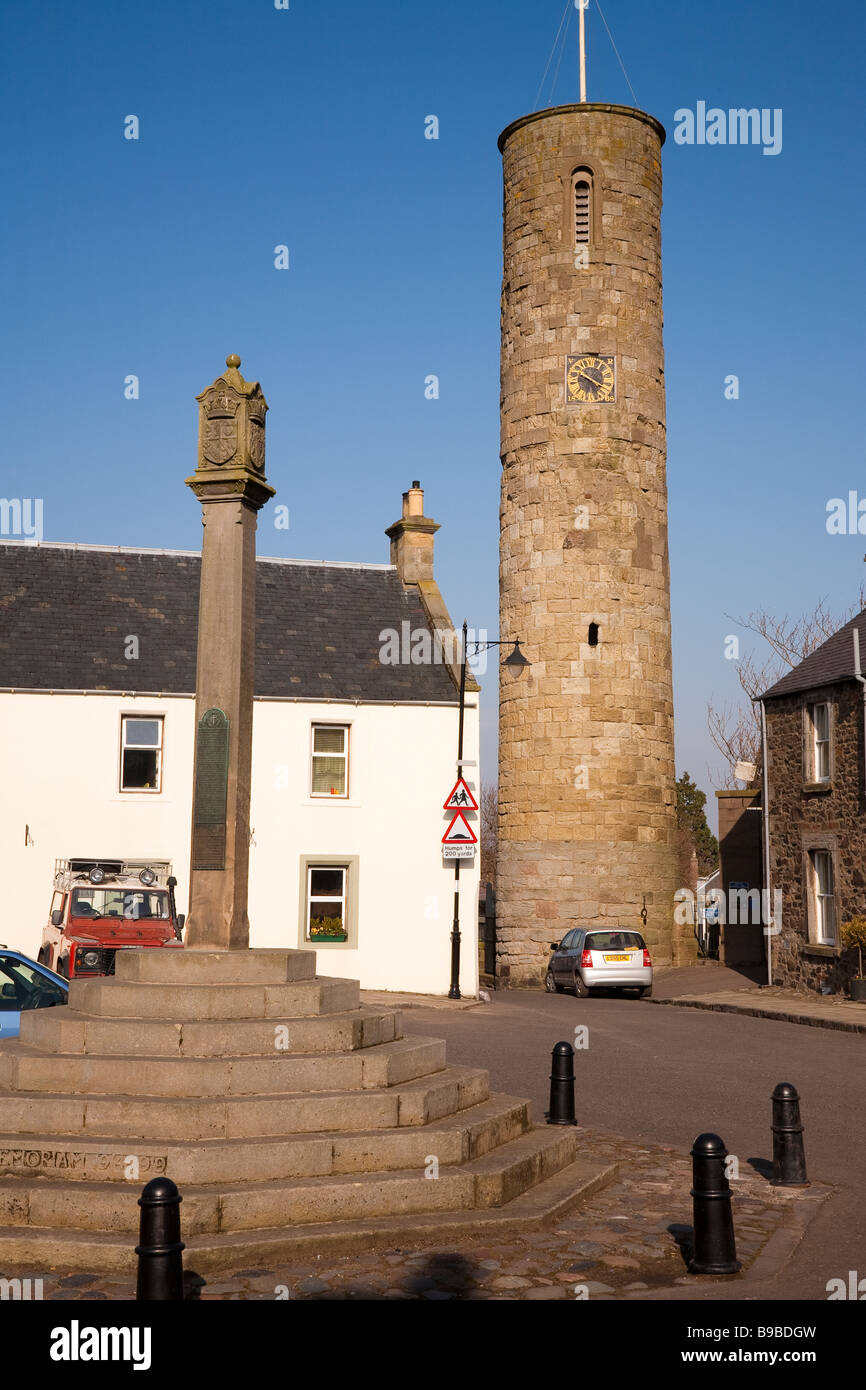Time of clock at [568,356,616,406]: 3:48
